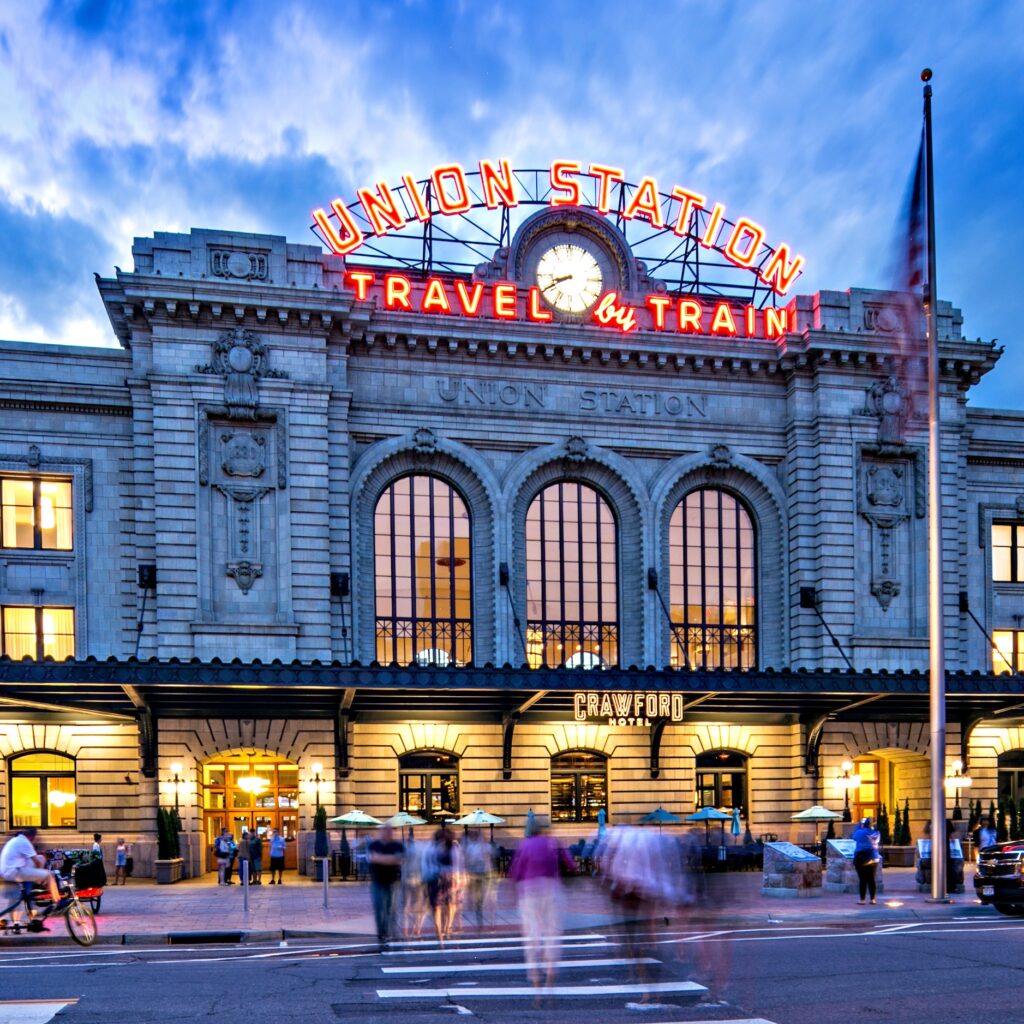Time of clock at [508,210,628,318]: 8:40
